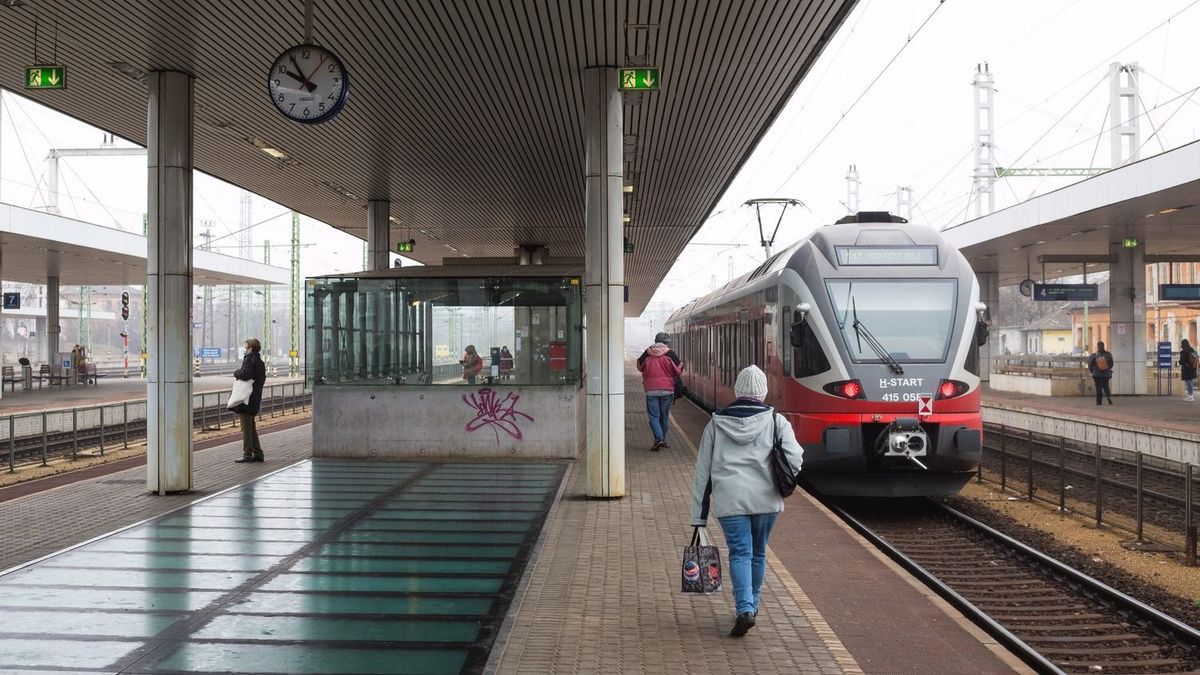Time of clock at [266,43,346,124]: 9:54
